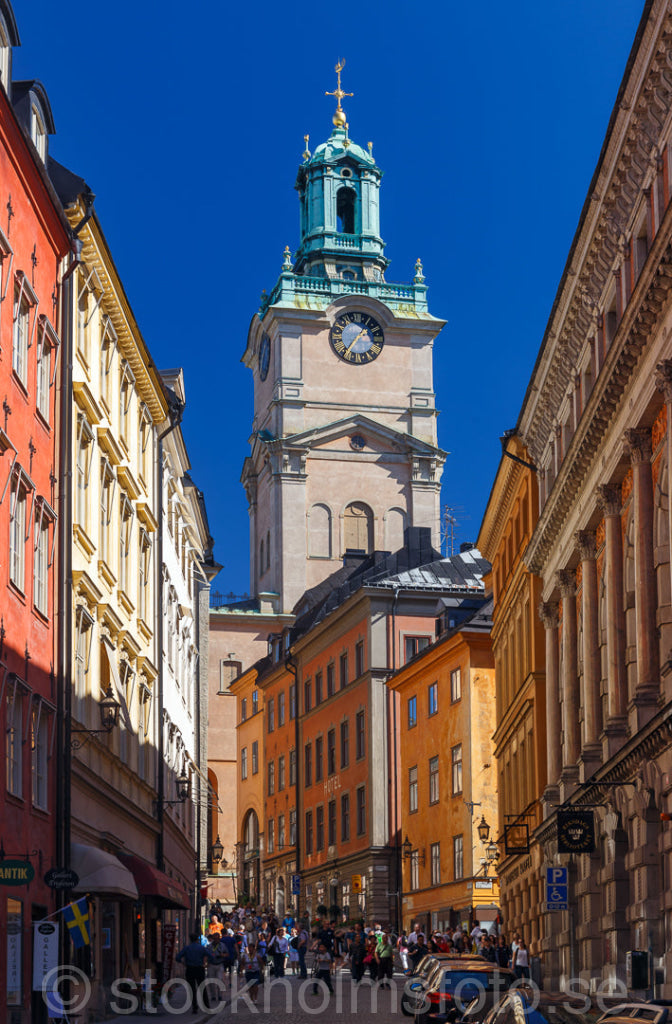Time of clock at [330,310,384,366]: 1:36
